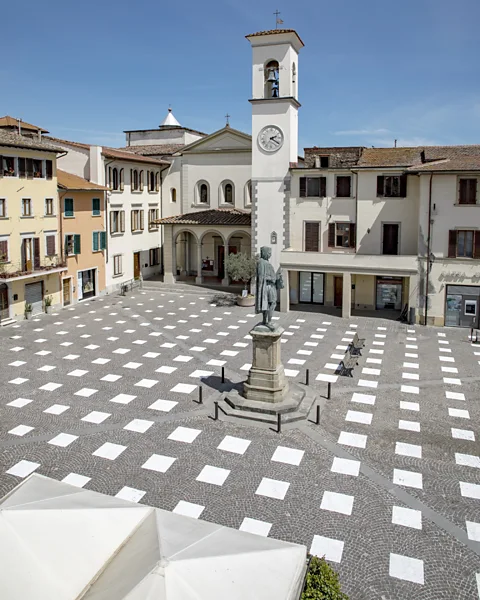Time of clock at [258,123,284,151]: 2:20
